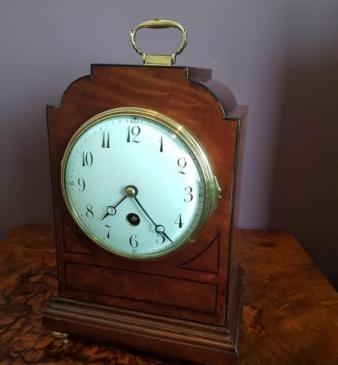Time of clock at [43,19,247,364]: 7:23
